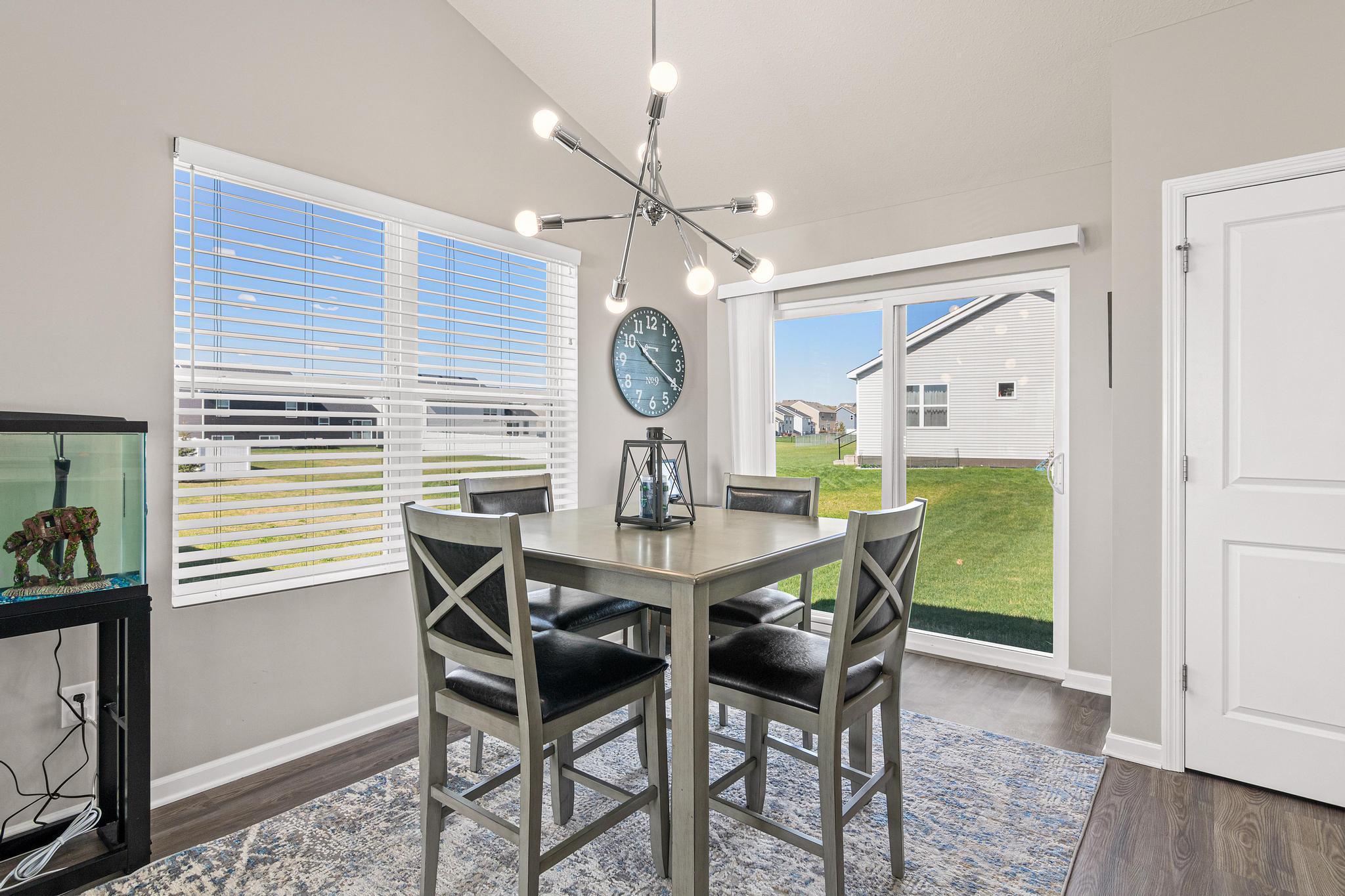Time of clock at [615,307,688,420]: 10:20
